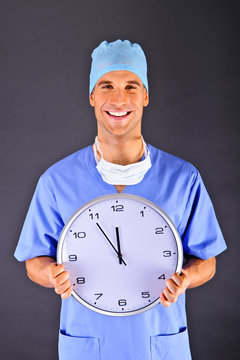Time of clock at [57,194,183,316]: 11:54
